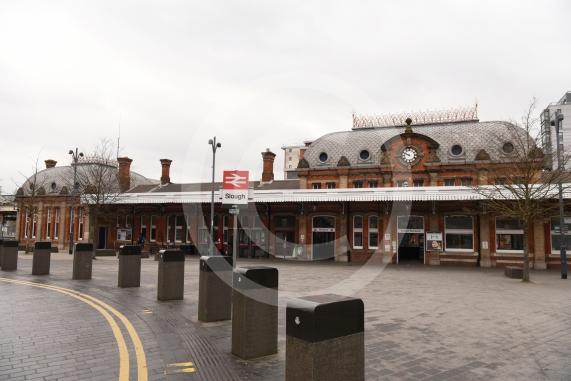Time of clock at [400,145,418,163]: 9:48
